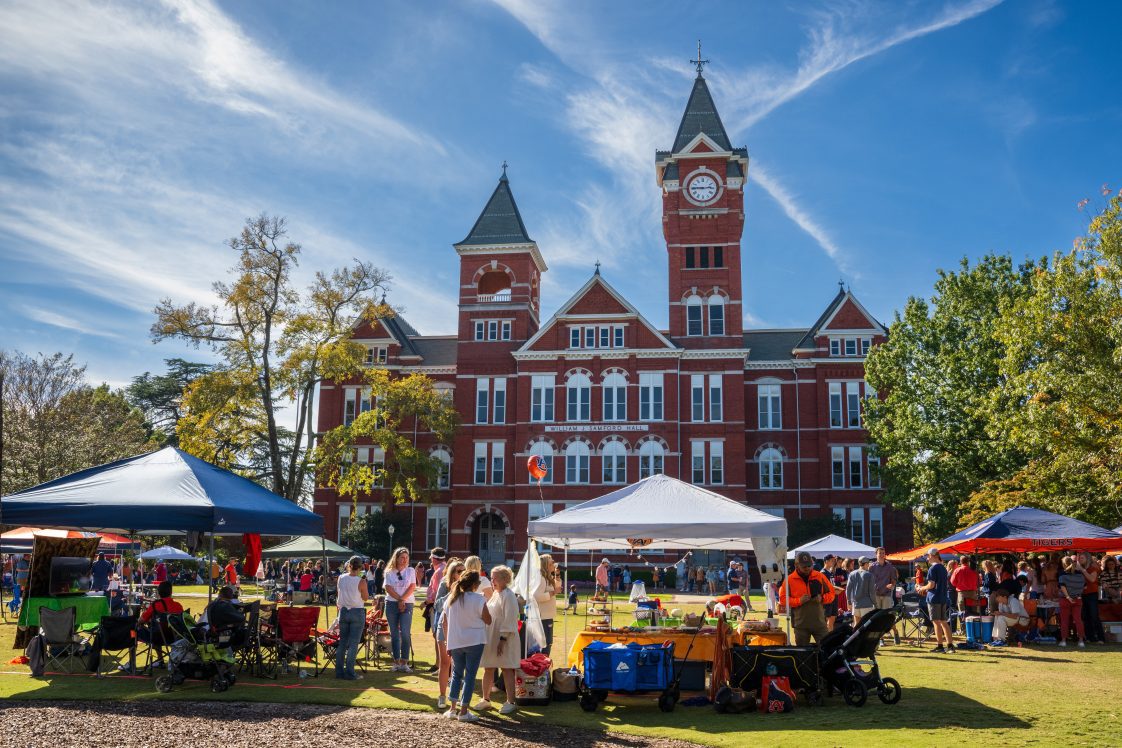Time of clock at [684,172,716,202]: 2:45
